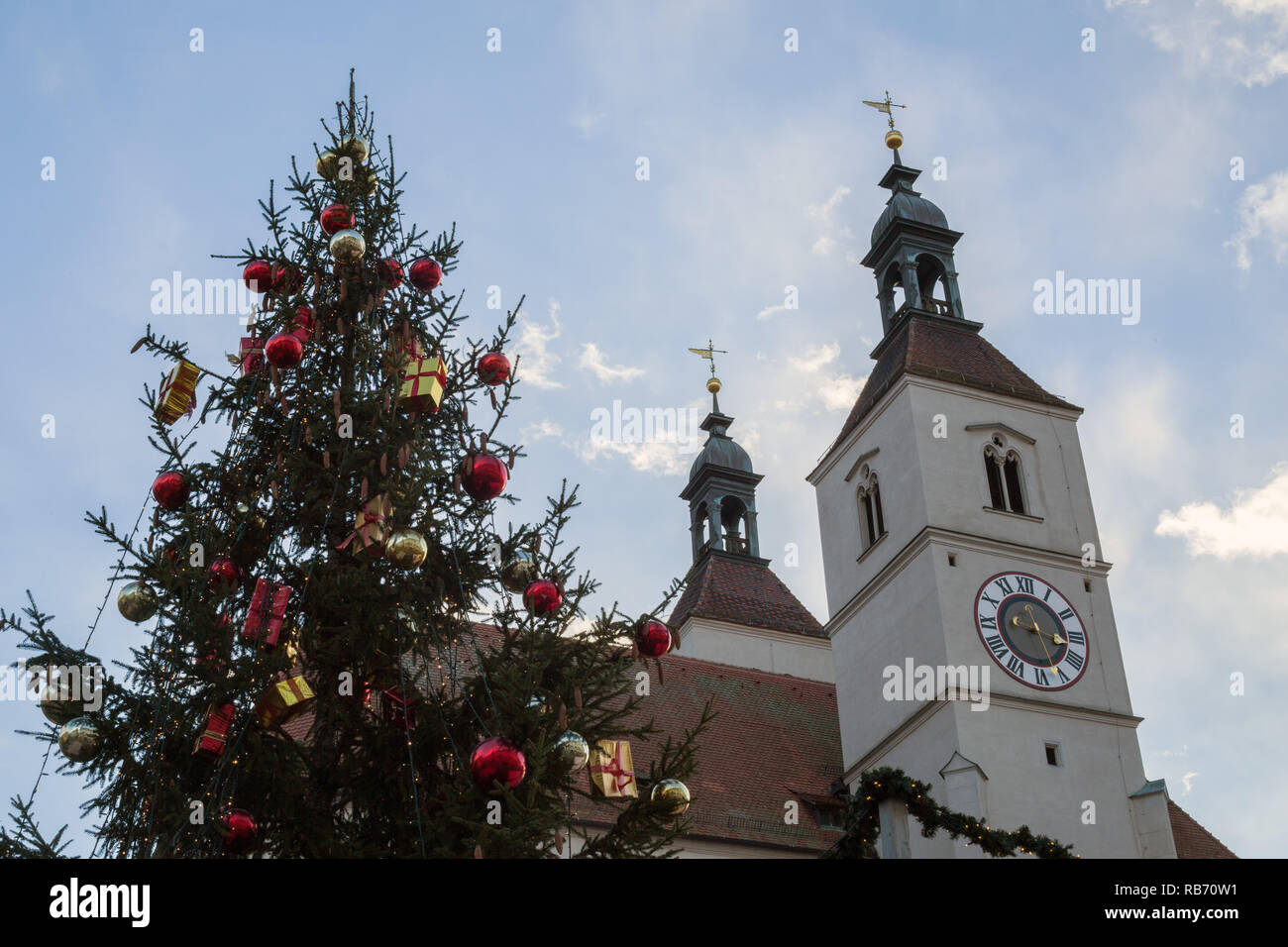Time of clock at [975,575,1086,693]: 9:17
